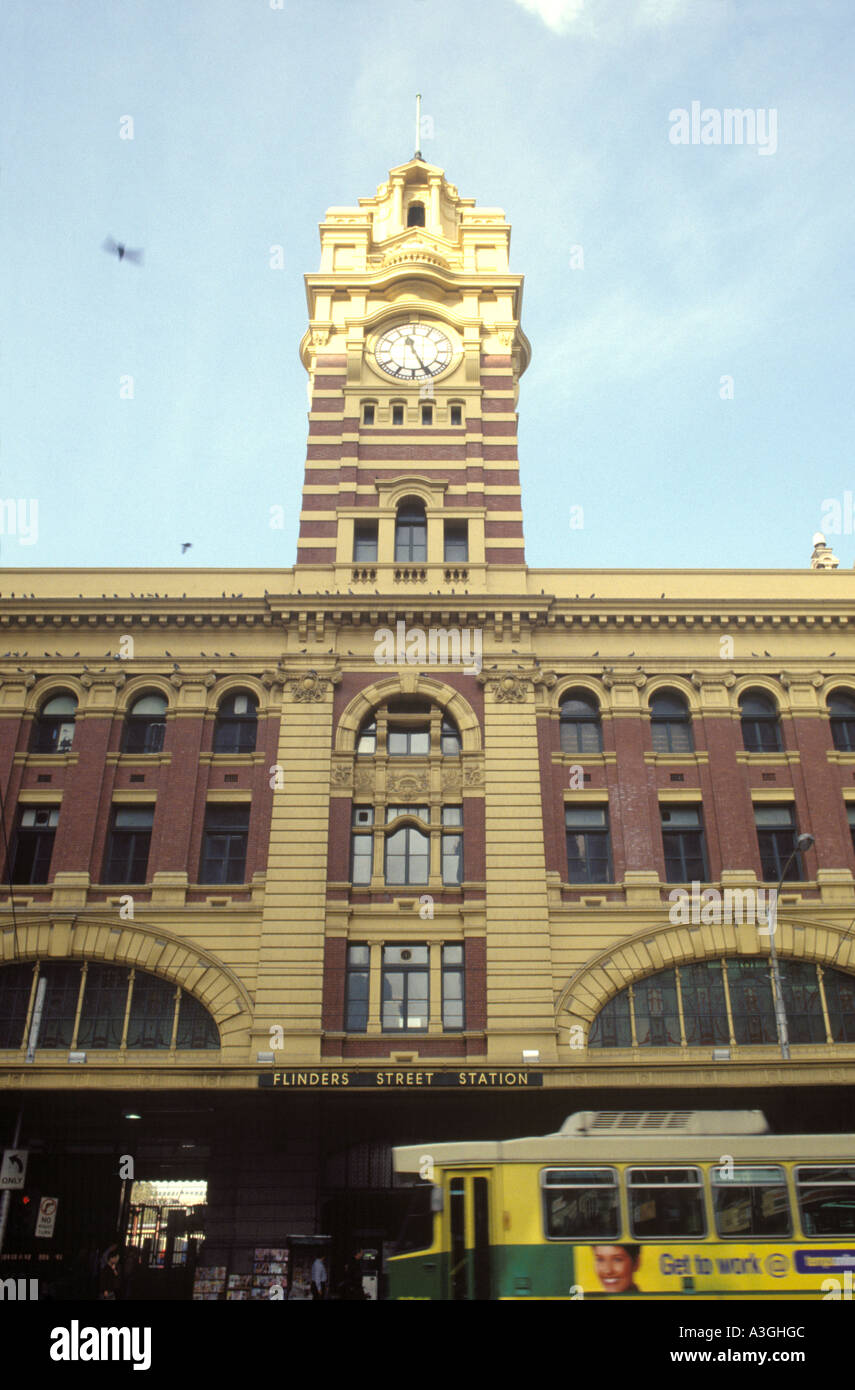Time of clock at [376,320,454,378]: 11:25
